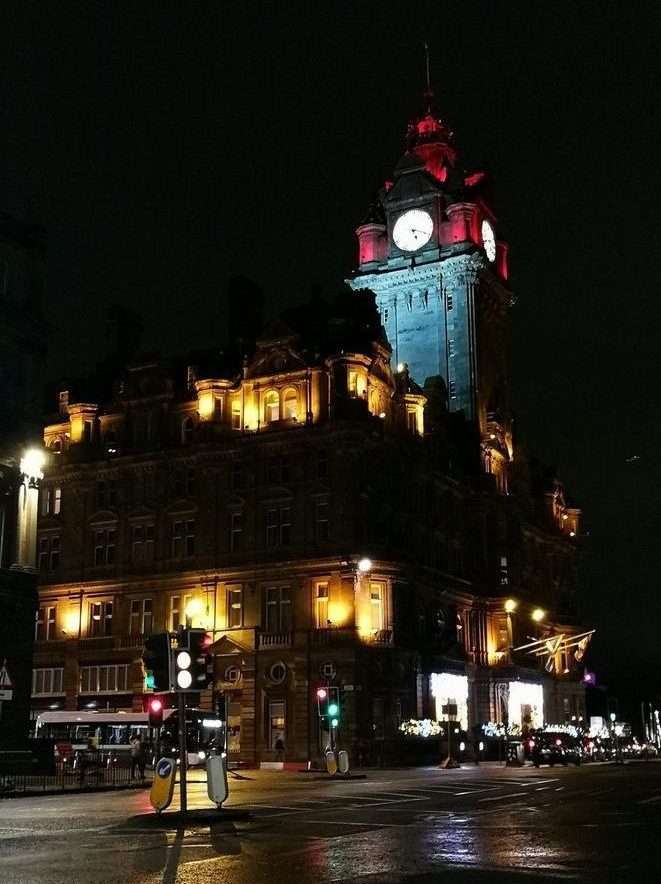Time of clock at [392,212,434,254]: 5:18
